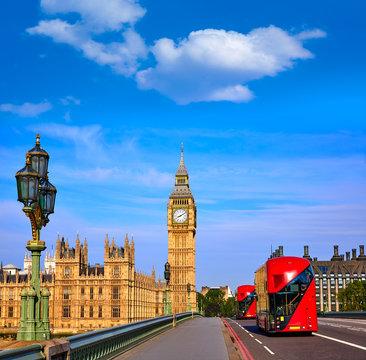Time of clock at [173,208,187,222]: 8:09
